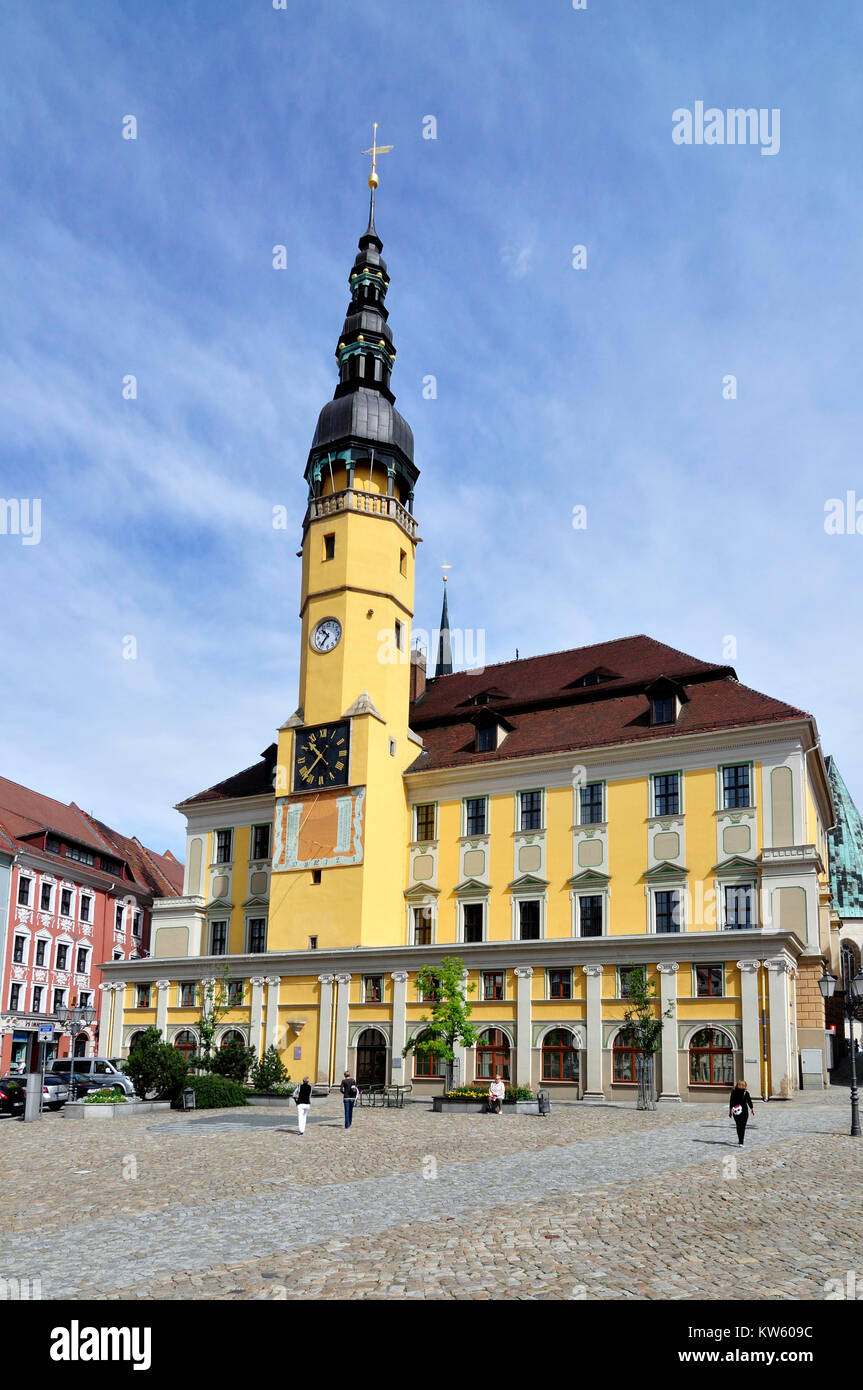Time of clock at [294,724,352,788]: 10:37
